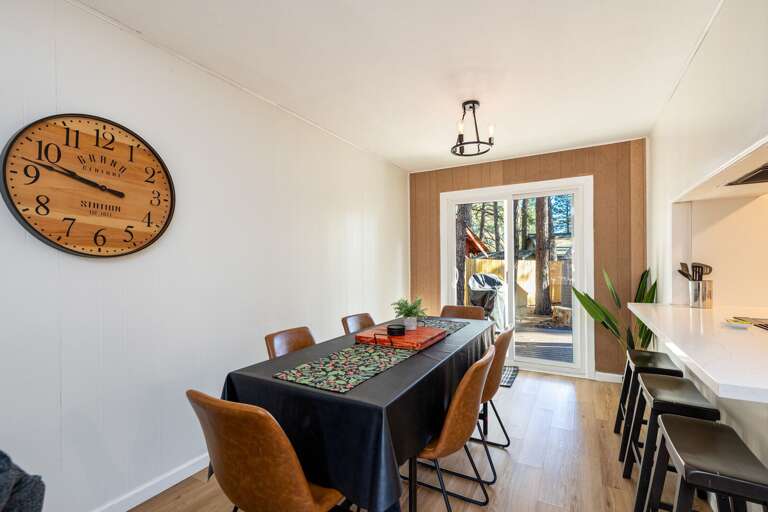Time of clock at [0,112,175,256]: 9:47
